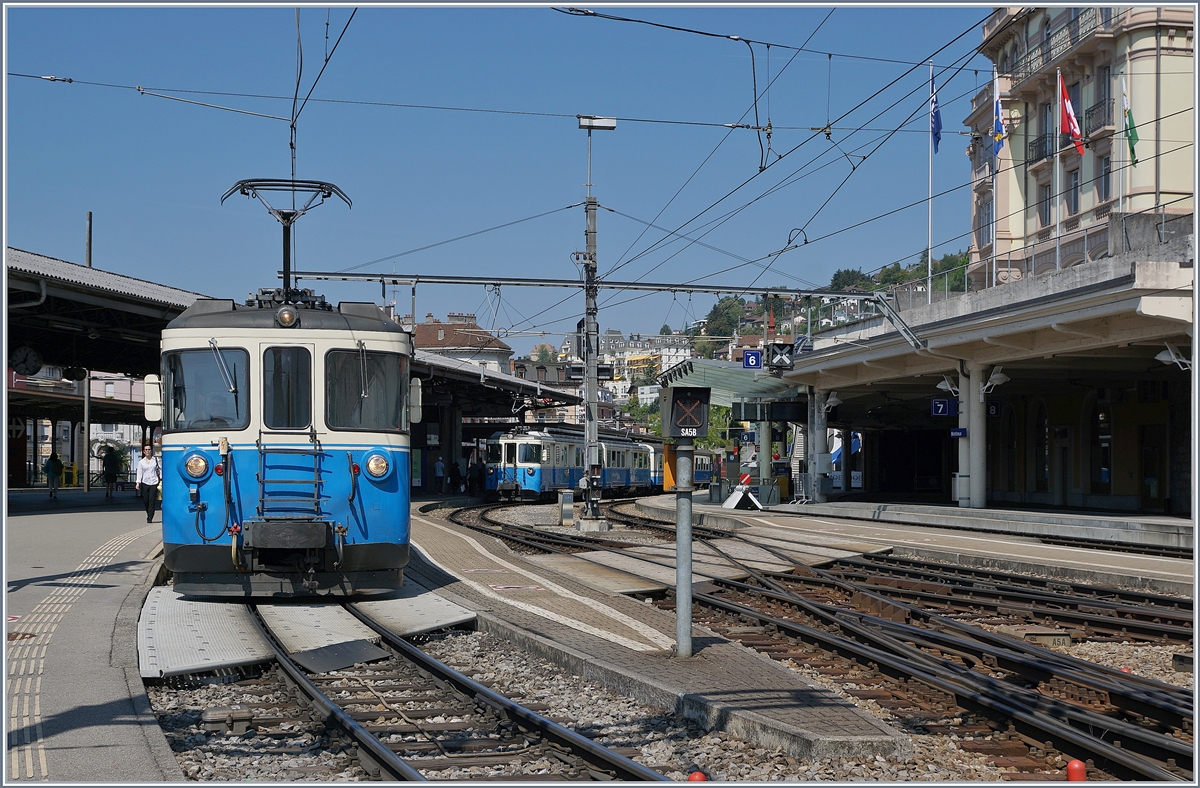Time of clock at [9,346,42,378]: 12:40
